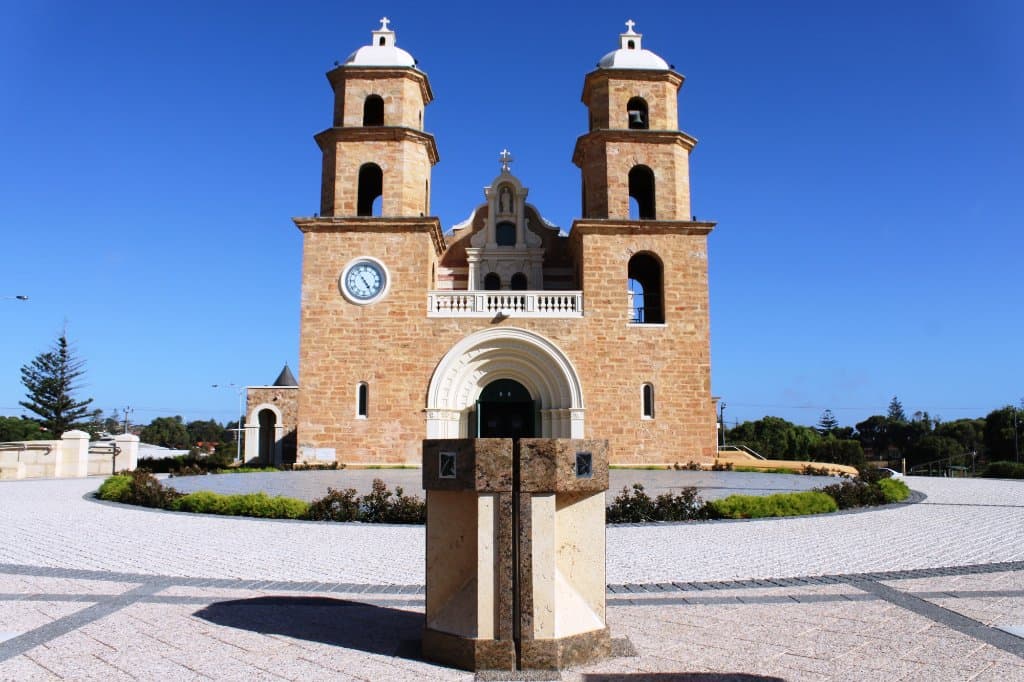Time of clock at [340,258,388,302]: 4:53
